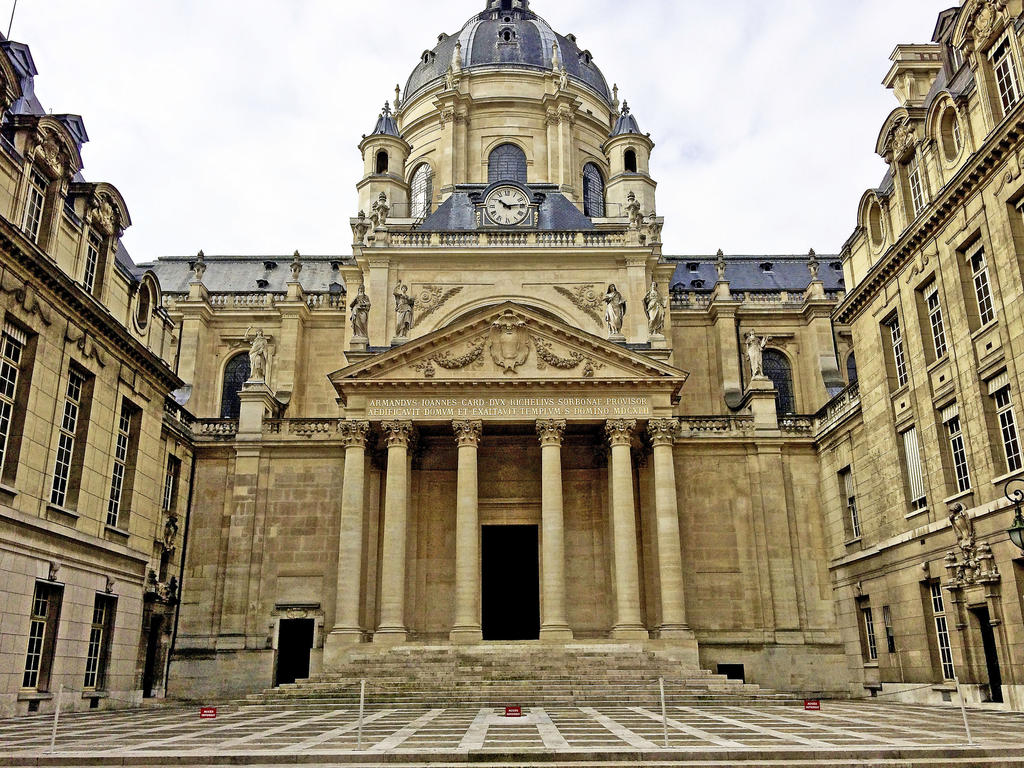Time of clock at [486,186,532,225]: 10:13
